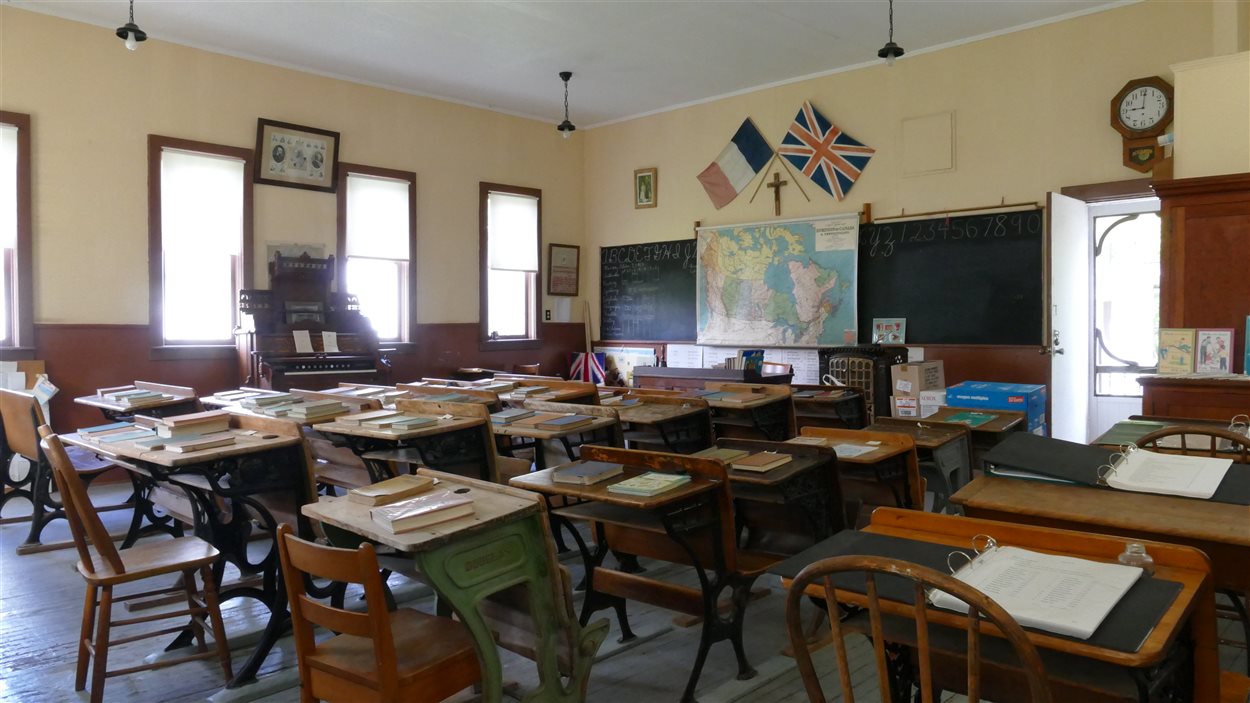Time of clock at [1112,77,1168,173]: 9:00
